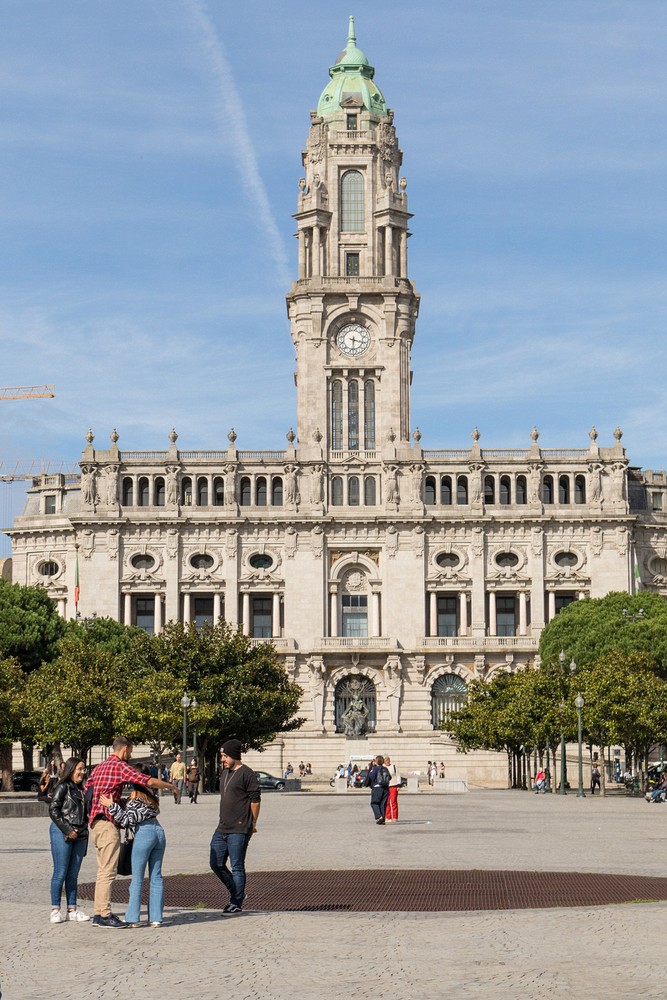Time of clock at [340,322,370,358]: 3:29
